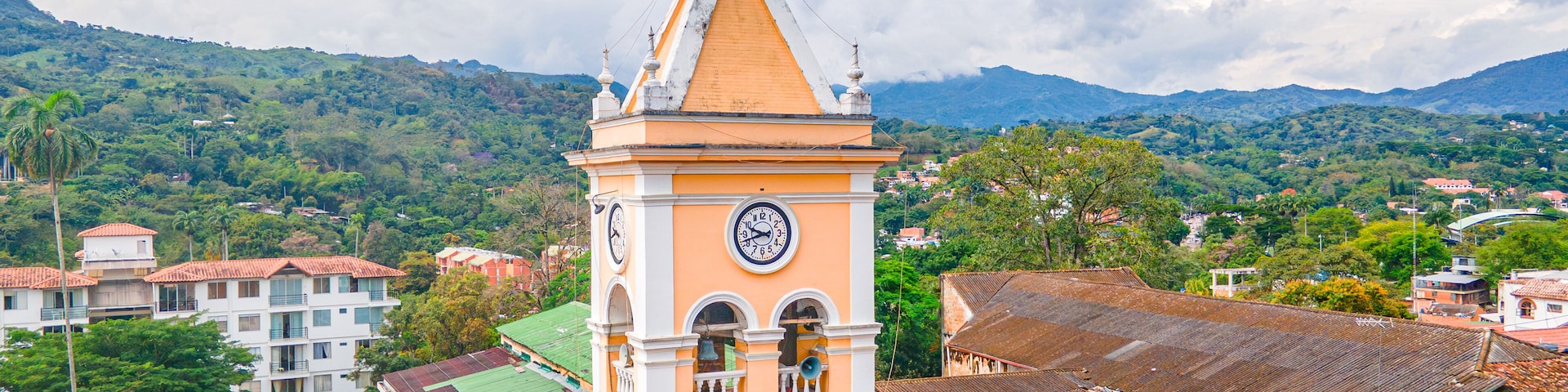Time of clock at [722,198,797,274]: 9:42
